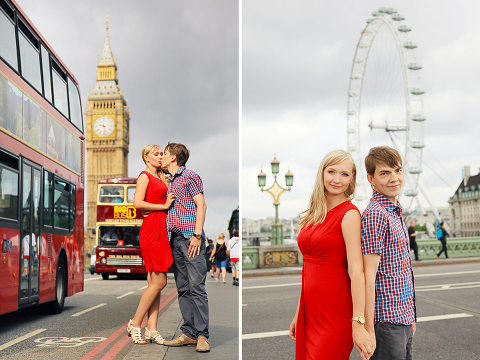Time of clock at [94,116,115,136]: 9:28
